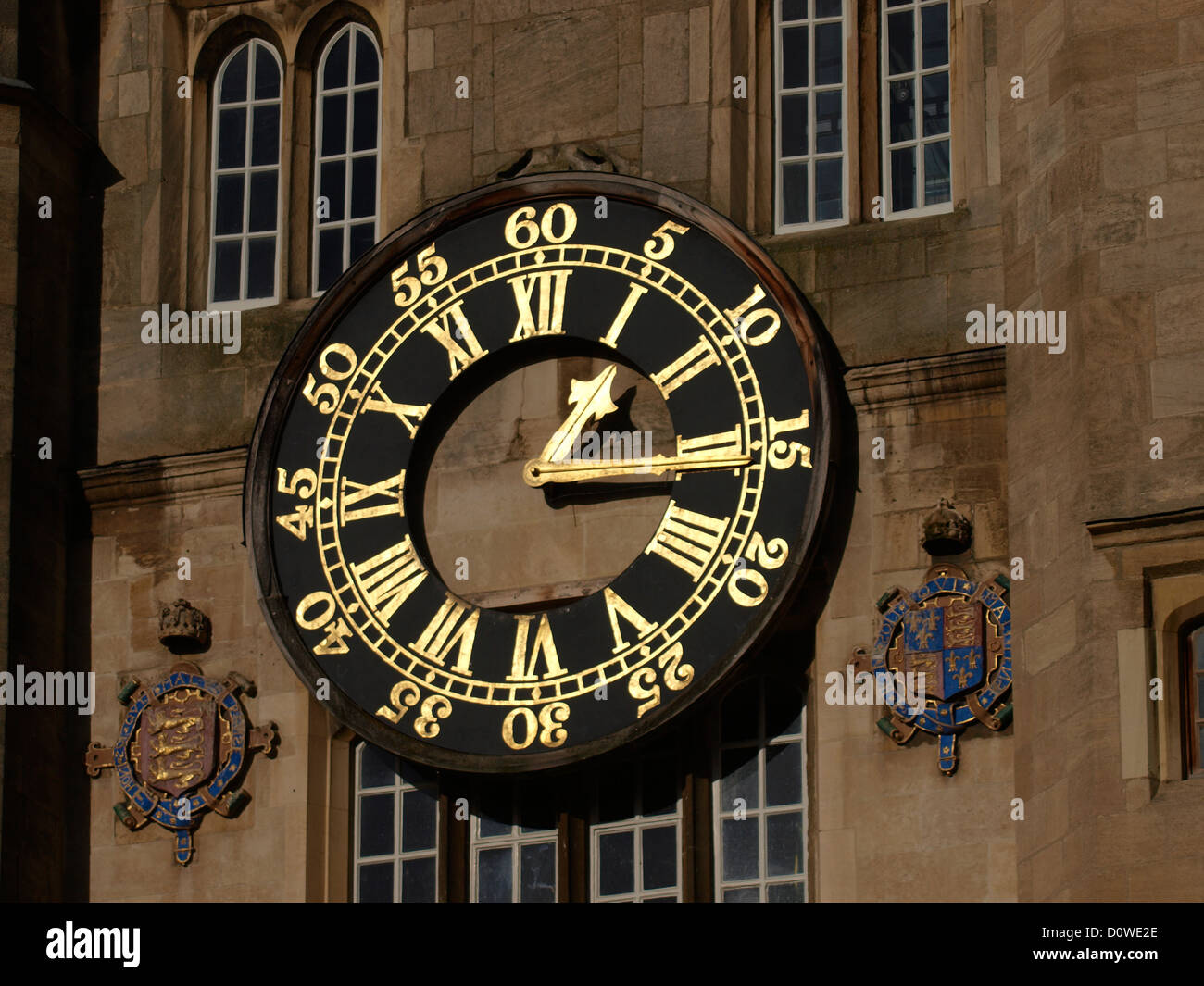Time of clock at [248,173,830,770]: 1:16
